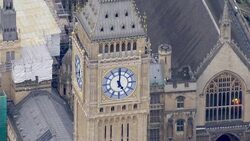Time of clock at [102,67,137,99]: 5:00
